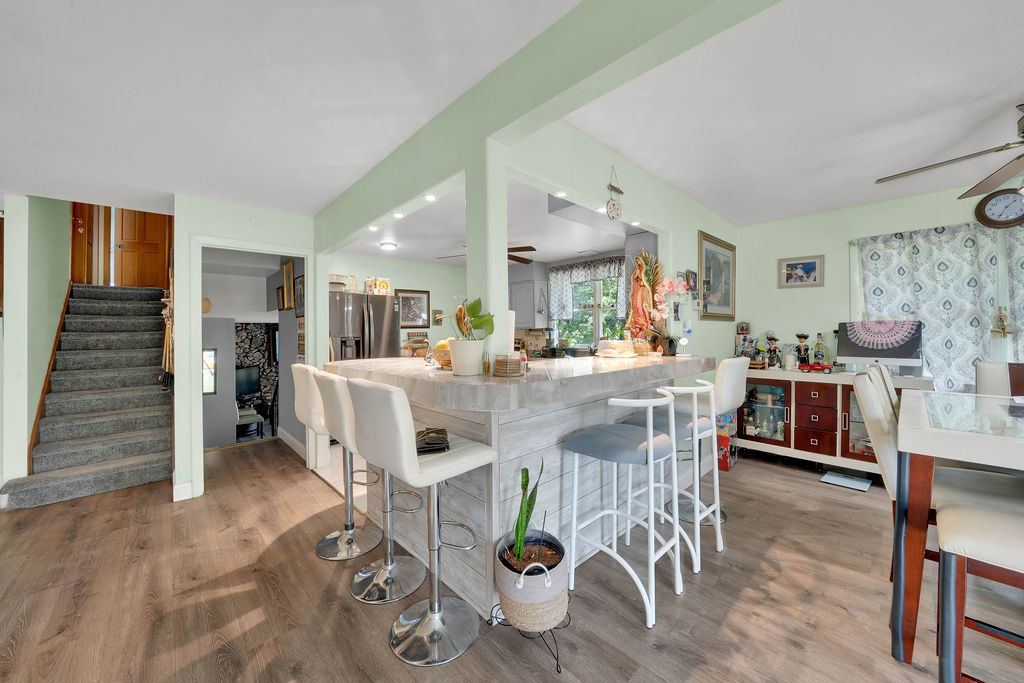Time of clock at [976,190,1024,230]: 1:34
